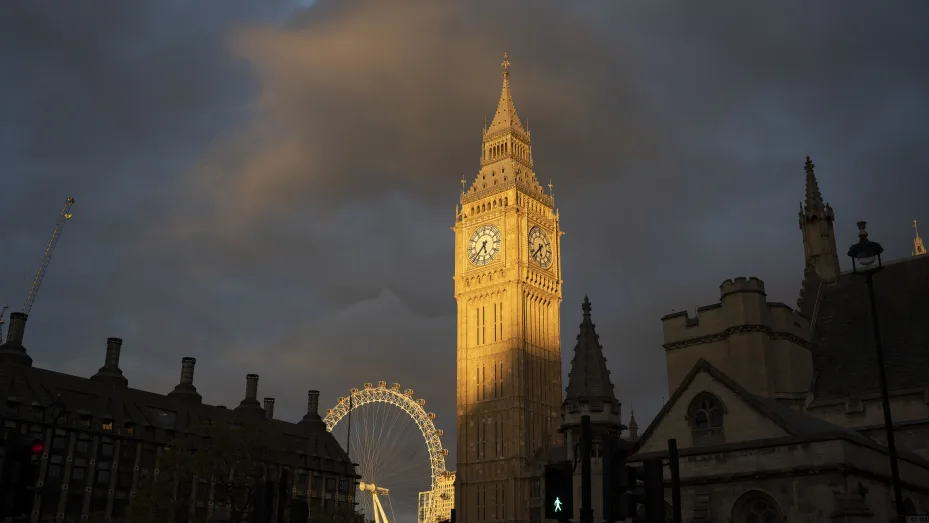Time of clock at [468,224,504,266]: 5:36
